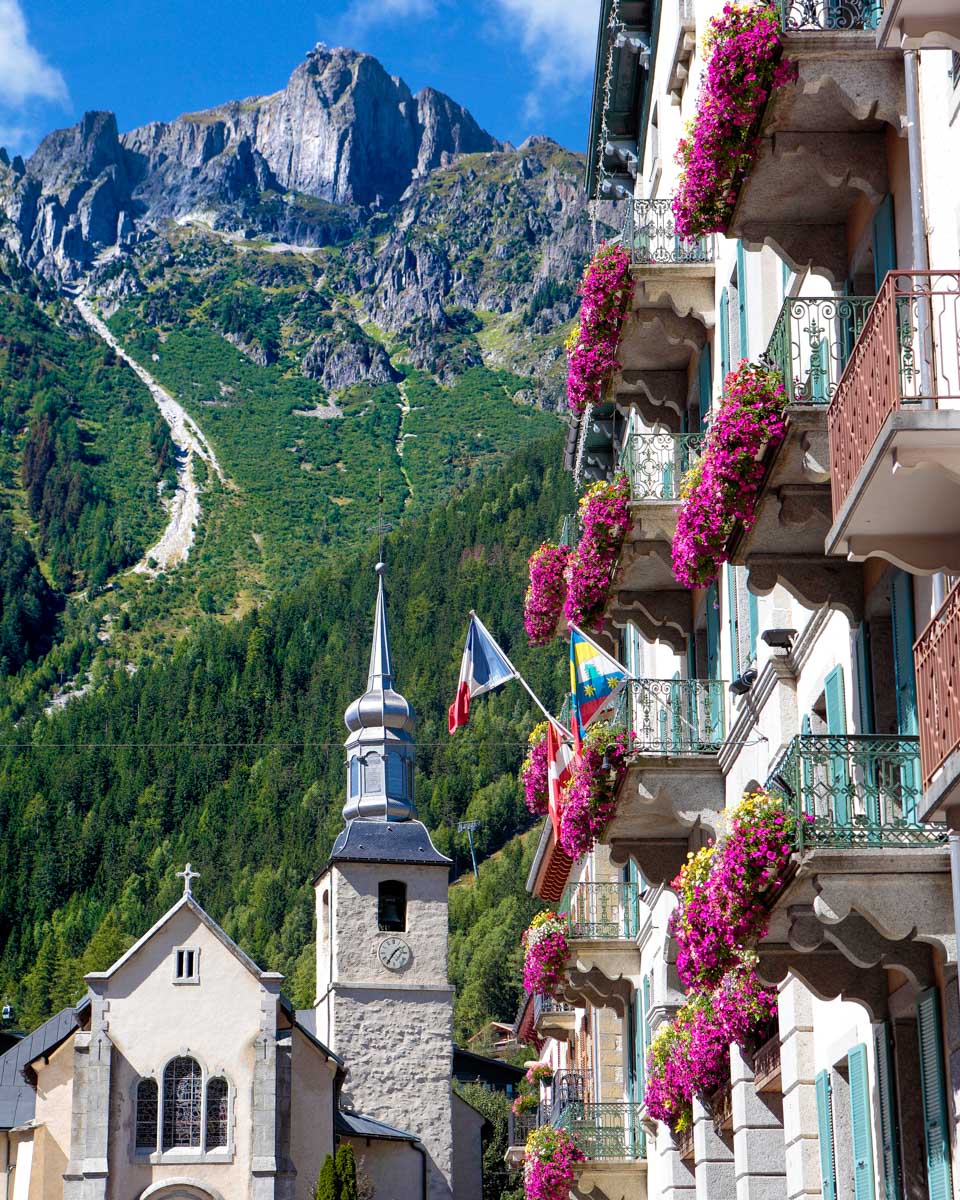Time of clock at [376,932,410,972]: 1:35
